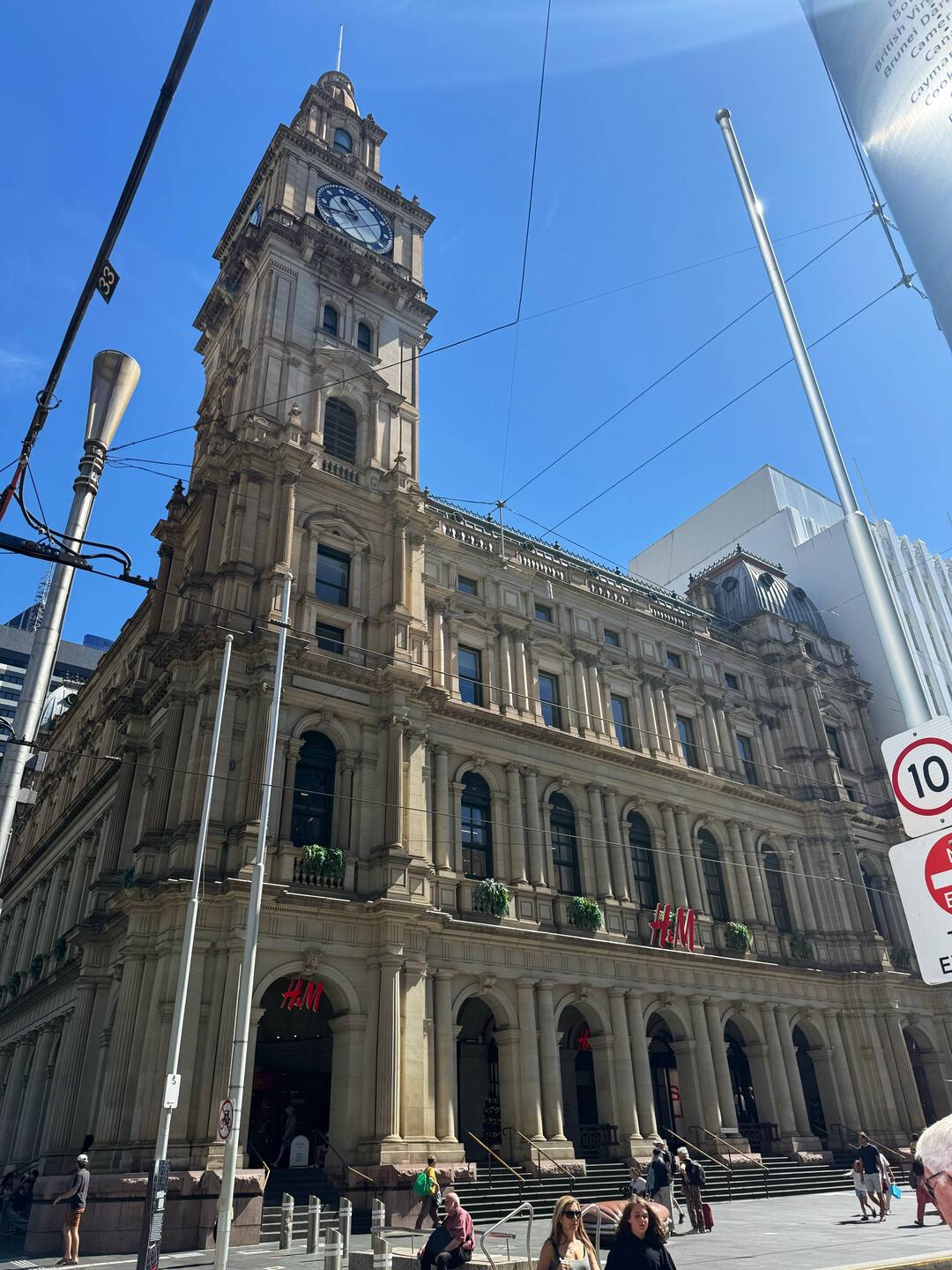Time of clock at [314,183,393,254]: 10:42
